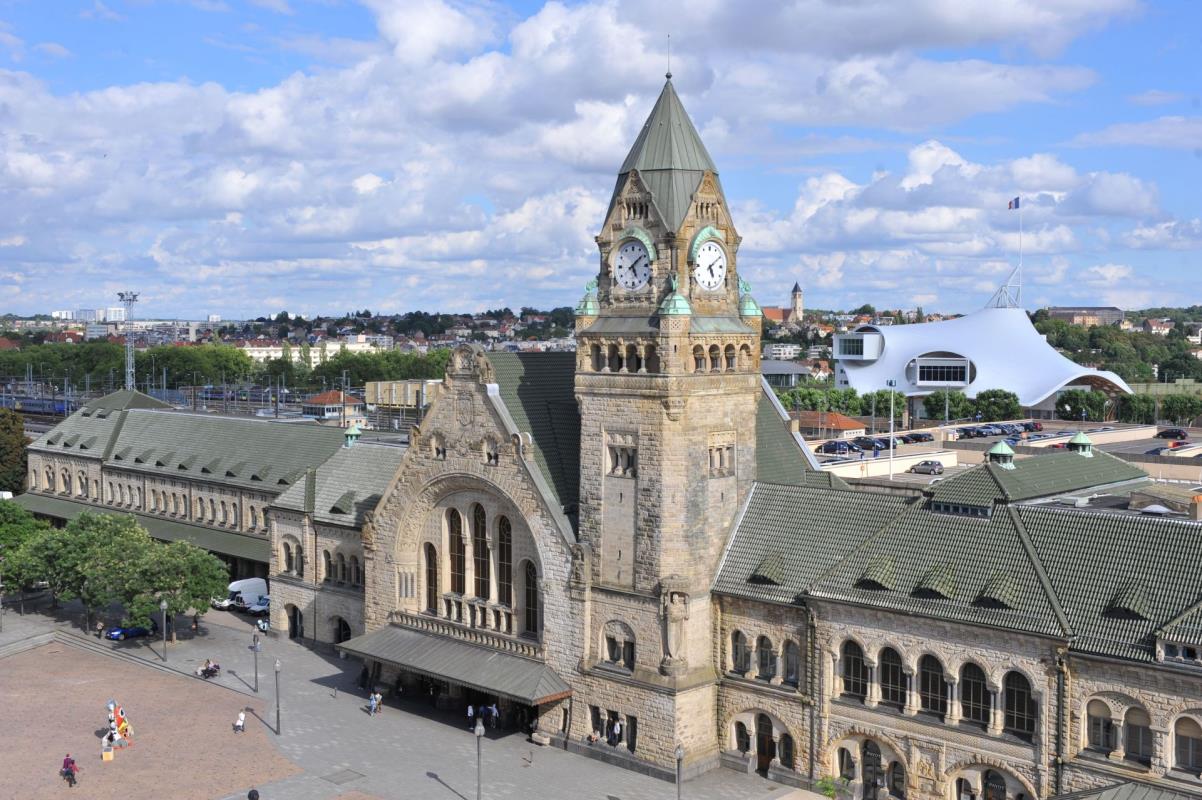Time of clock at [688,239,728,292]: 5:09
